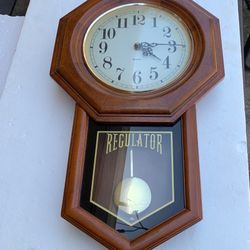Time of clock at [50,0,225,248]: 4:14
